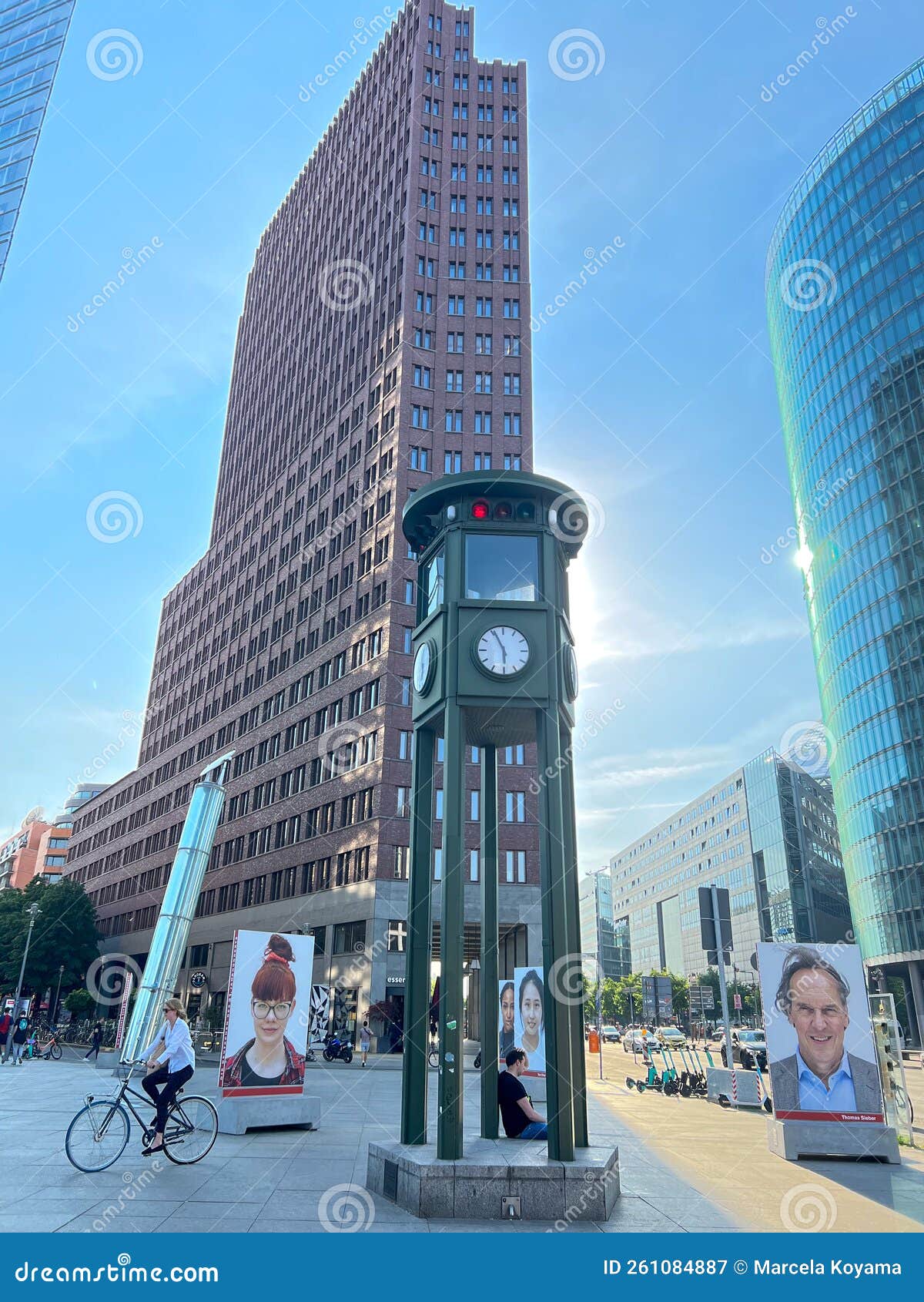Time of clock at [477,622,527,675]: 5:55
